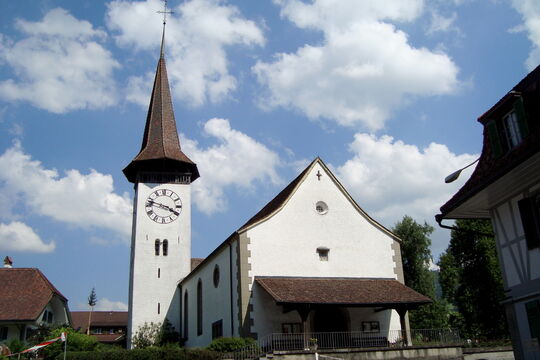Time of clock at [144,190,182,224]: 3:47
